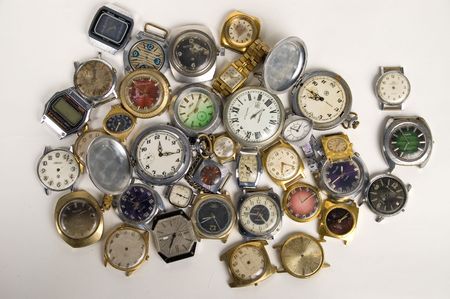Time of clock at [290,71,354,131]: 8:49
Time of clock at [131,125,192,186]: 12:16
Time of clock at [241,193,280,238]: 4:46
